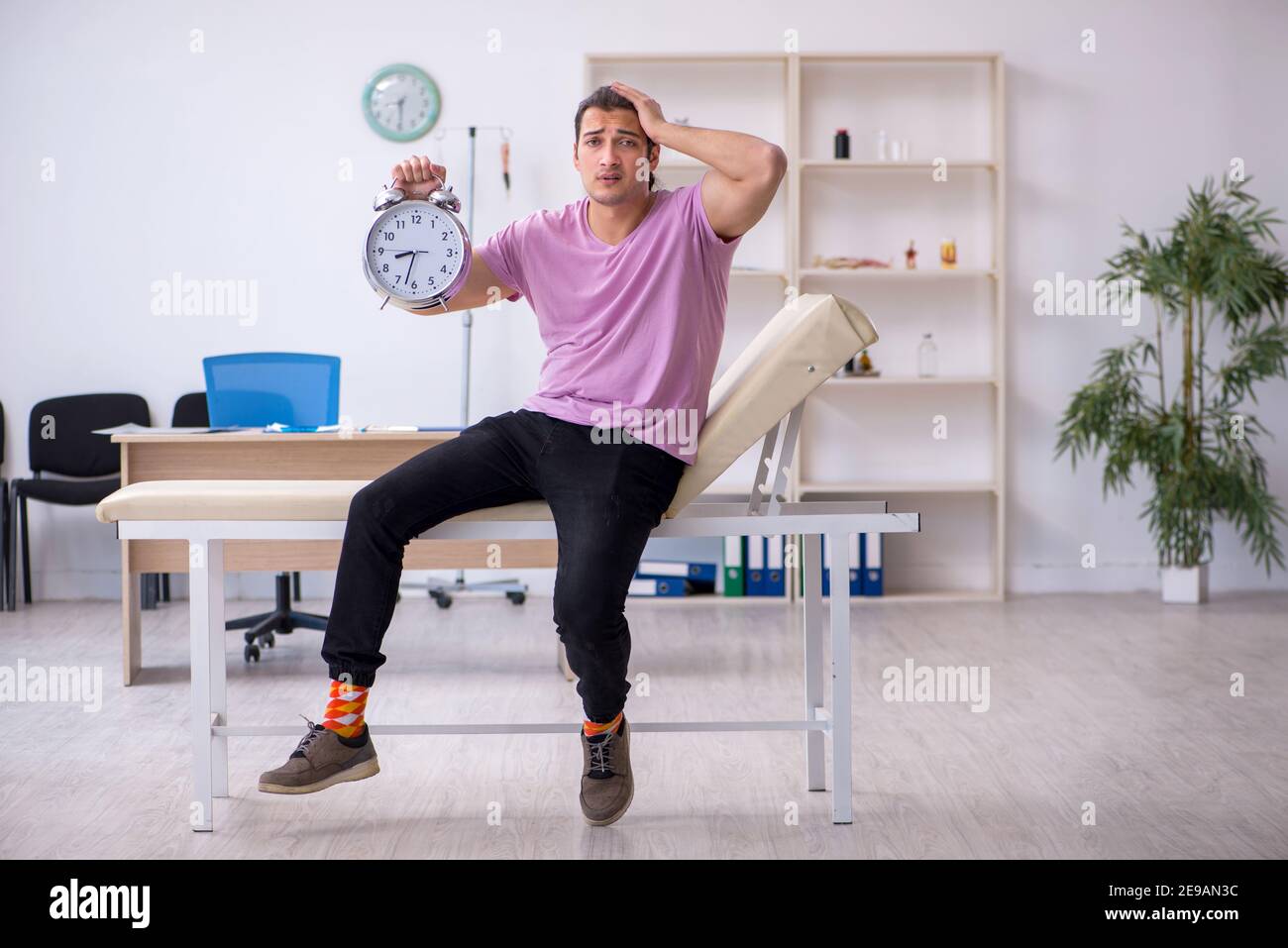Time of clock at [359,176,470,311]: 8:32
